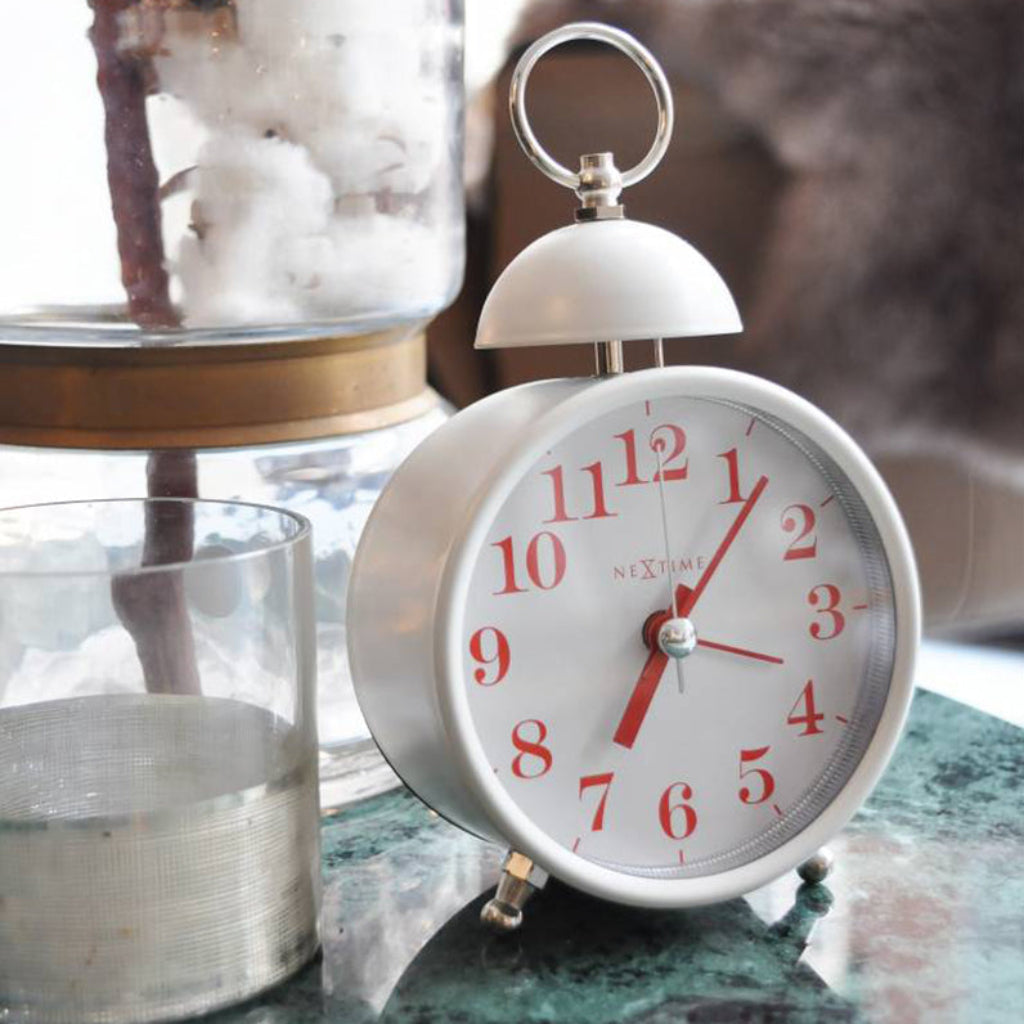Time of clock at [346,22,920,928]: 7:06
